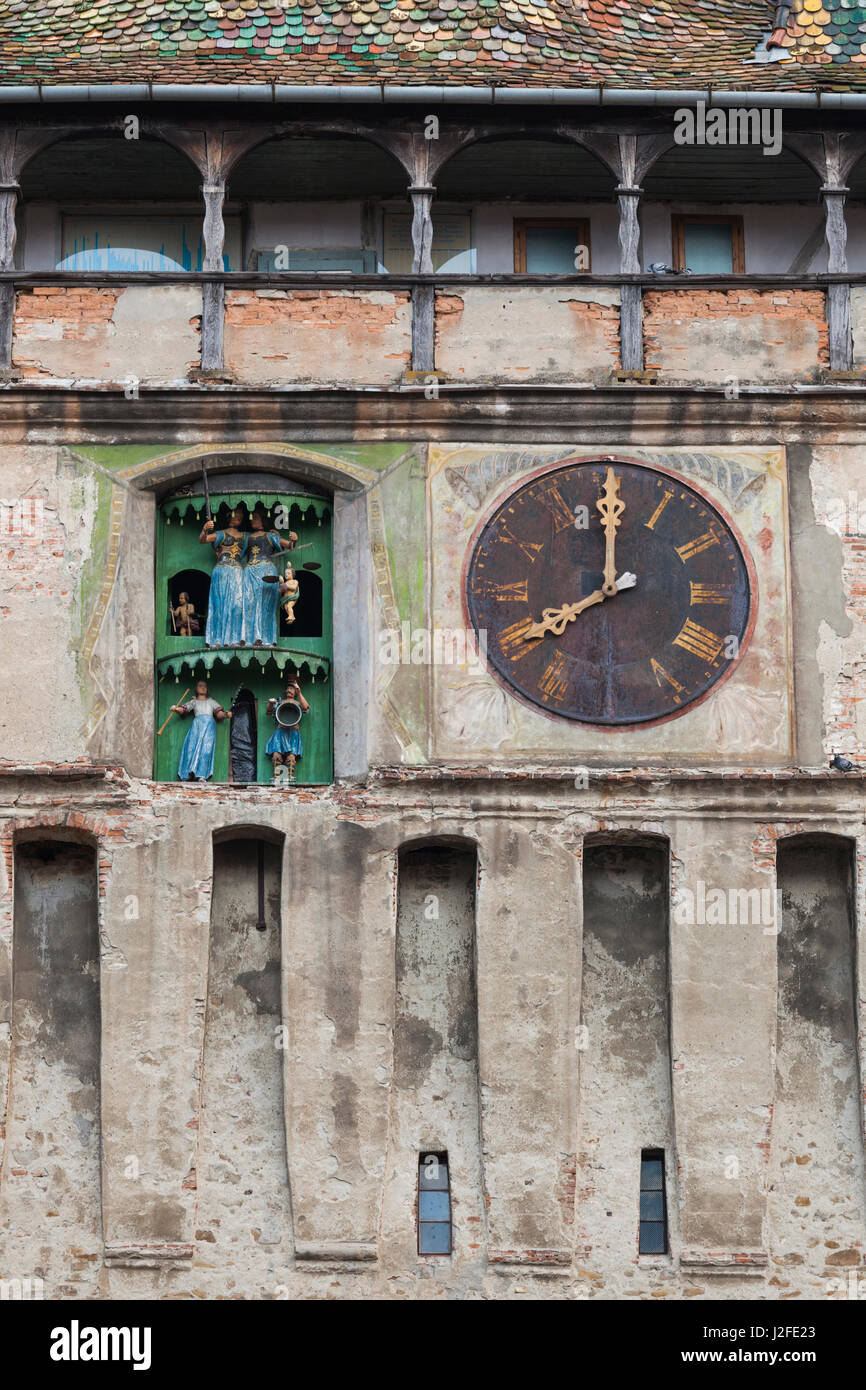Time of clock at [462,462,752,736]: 7:59
